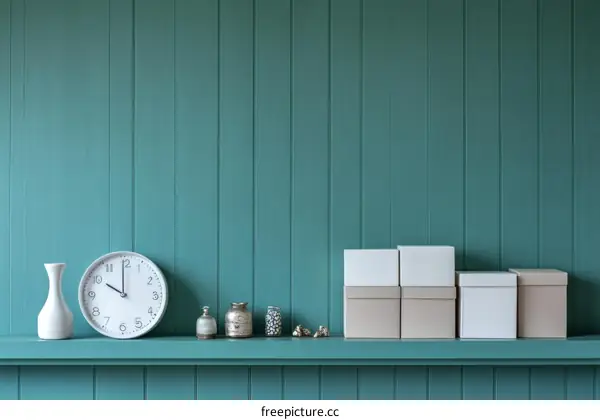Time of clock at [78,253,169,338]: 10:00
